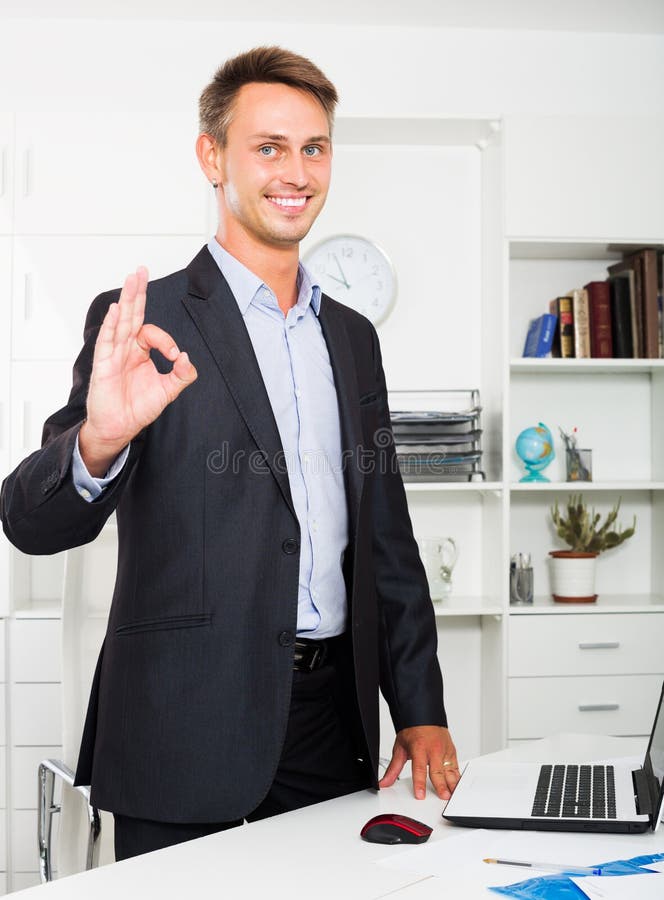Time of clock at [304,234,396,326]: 9:56
